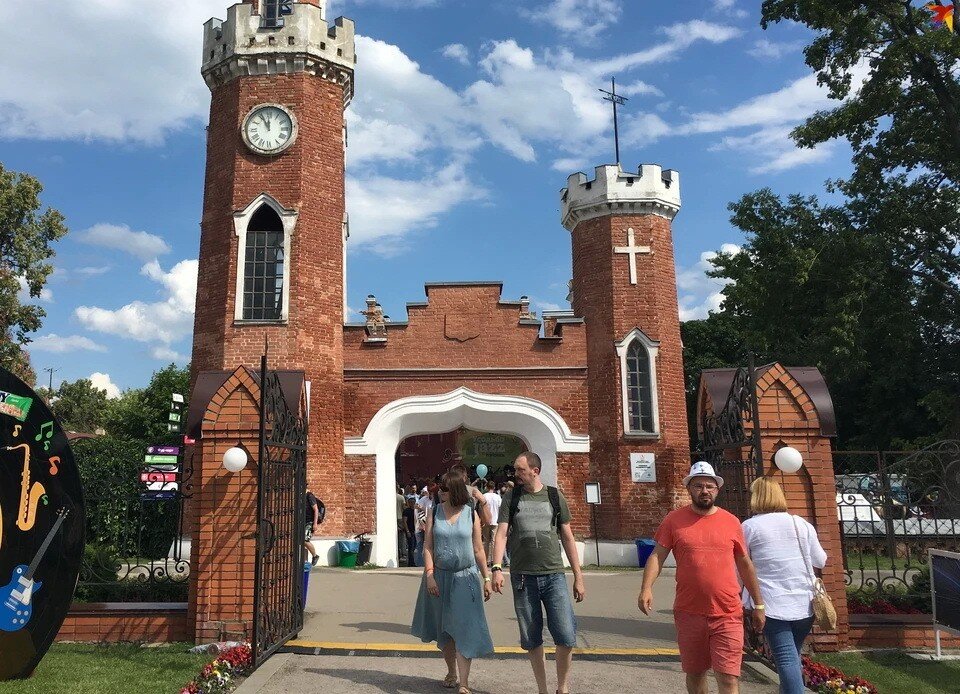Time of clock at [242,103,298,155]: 11:55
